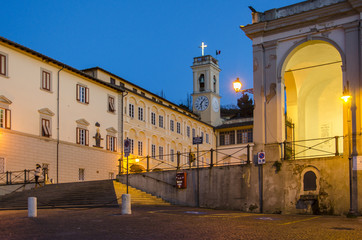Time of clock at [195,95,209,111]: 6:06
